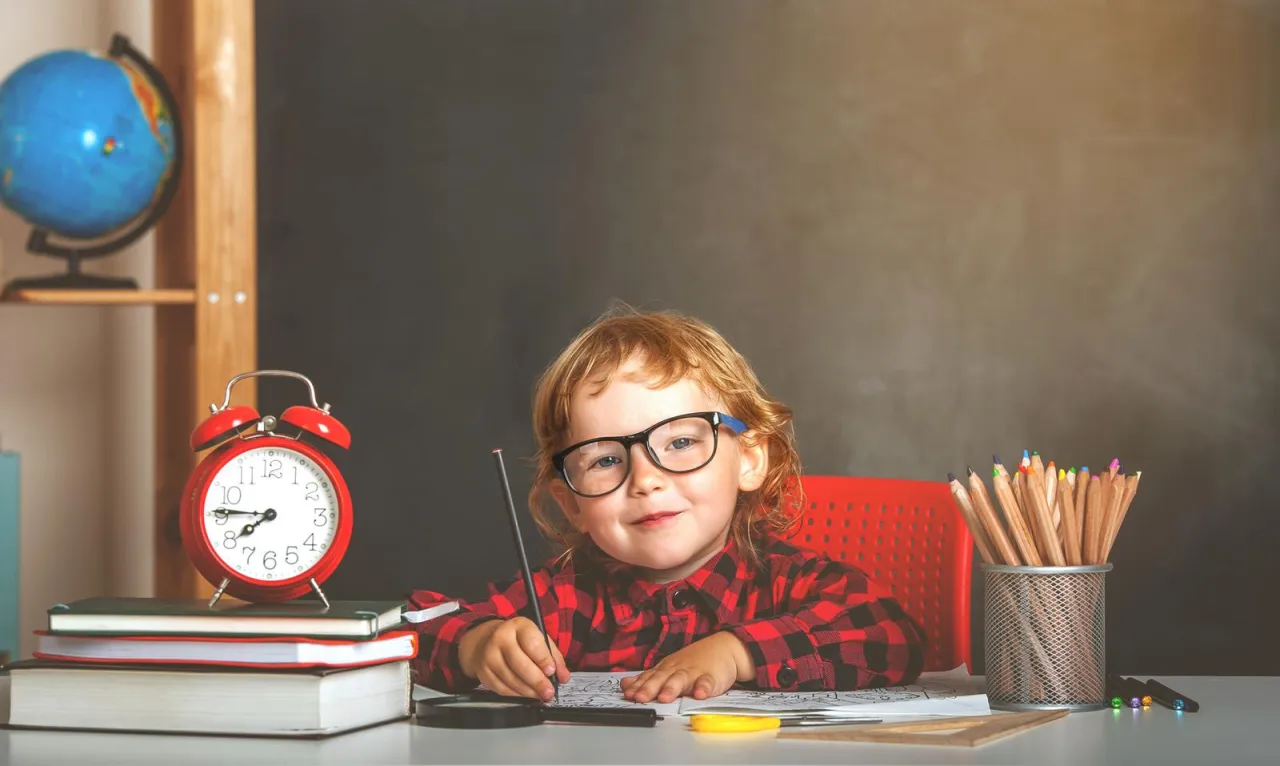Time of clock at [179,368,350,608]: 7:45
